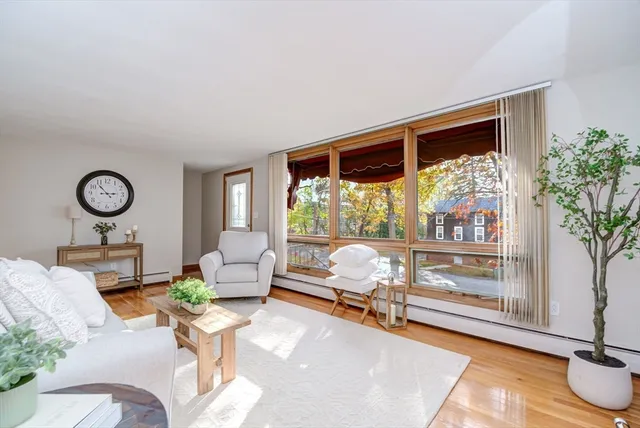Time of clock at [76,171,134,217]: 2:53
